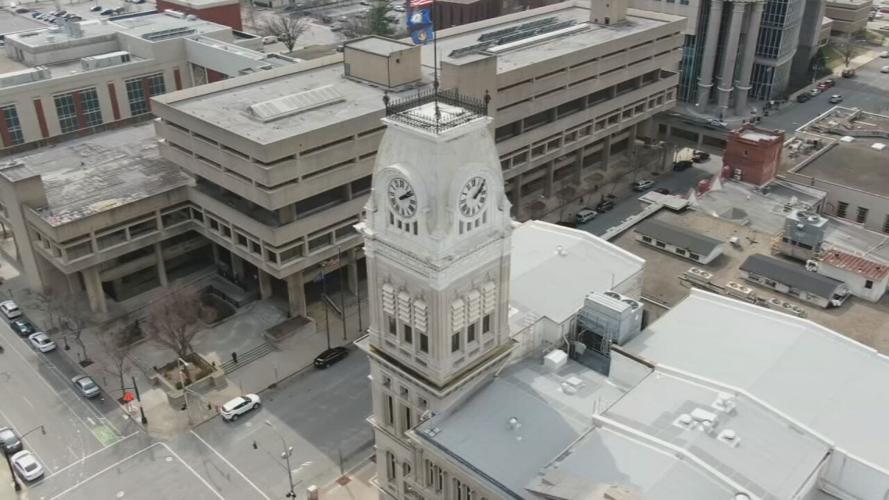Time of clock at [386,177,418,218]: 2:08
